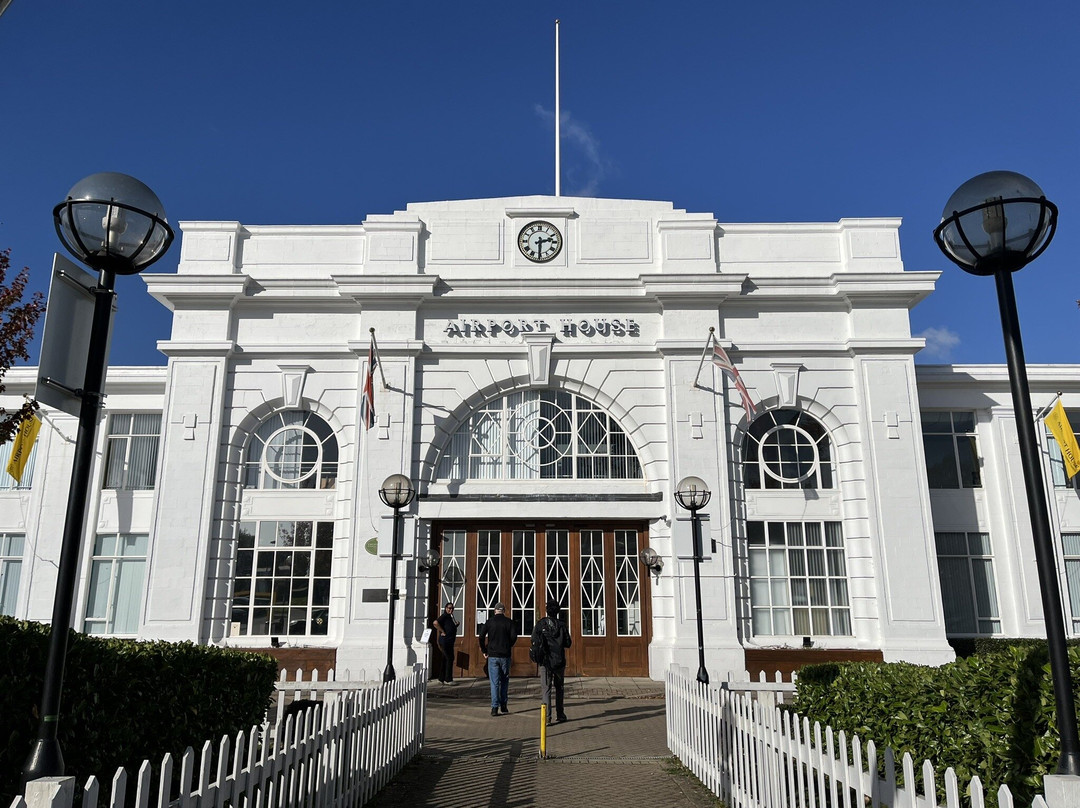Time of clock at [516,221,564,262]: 2:30
